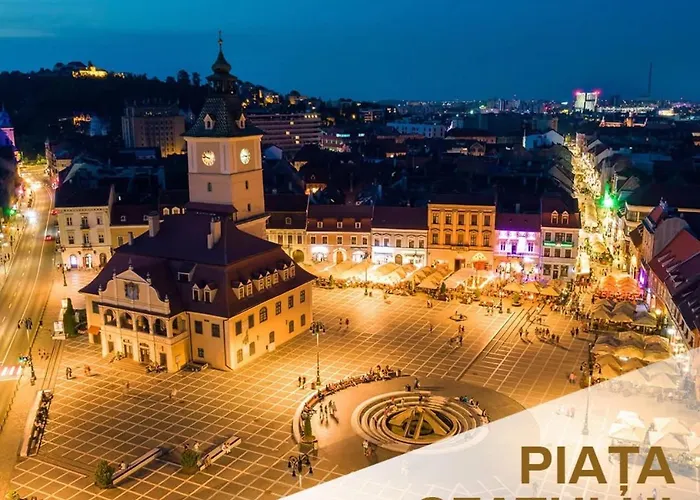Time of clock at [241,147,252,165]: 9:12
